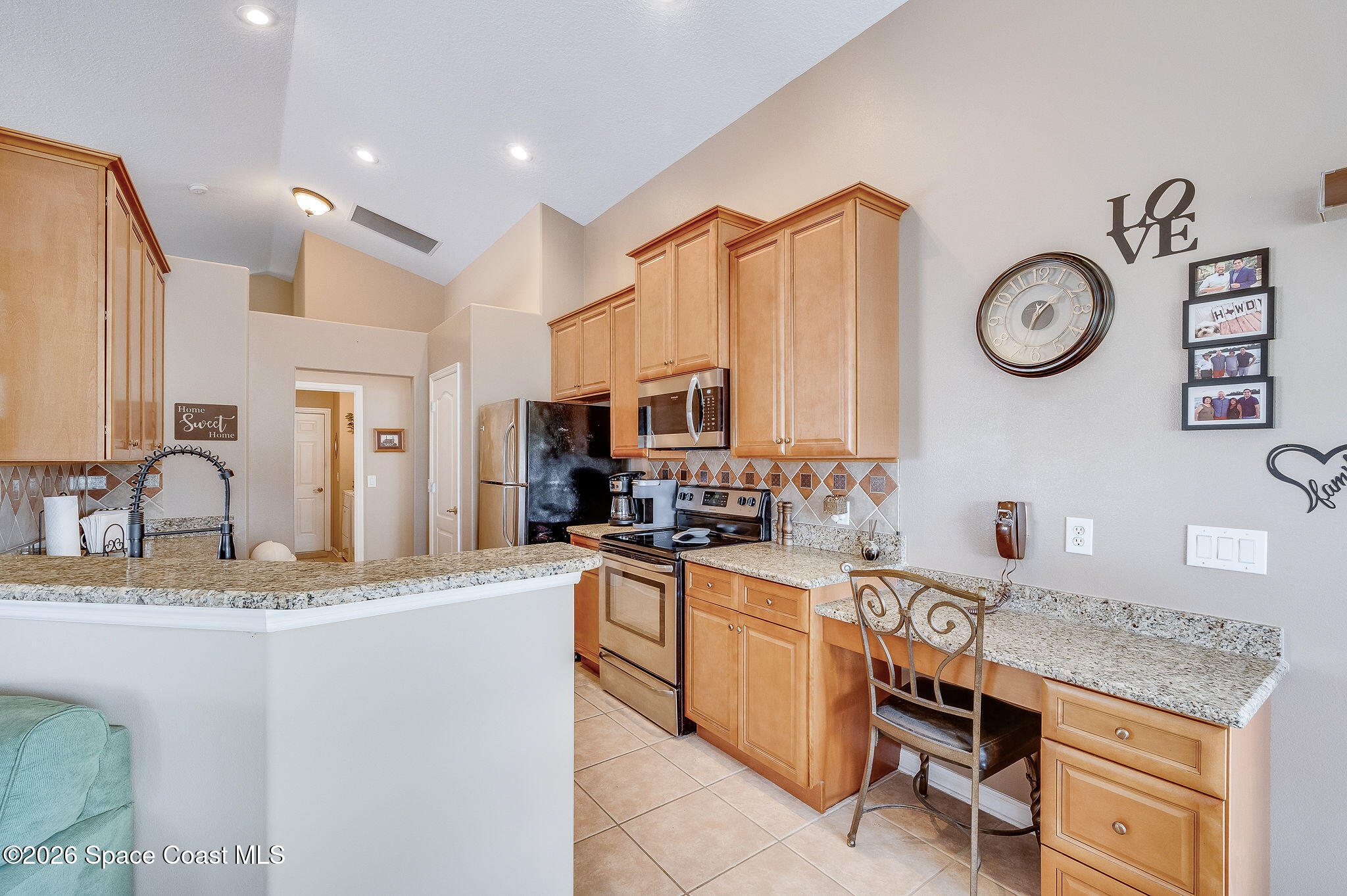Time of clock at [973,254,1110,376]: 1:33
